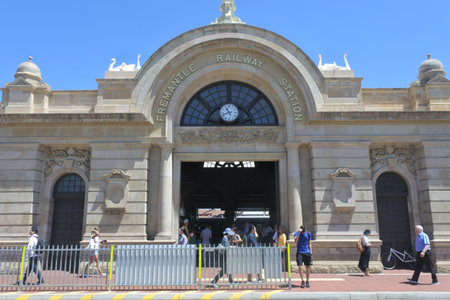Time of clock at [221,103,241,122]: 10:42
